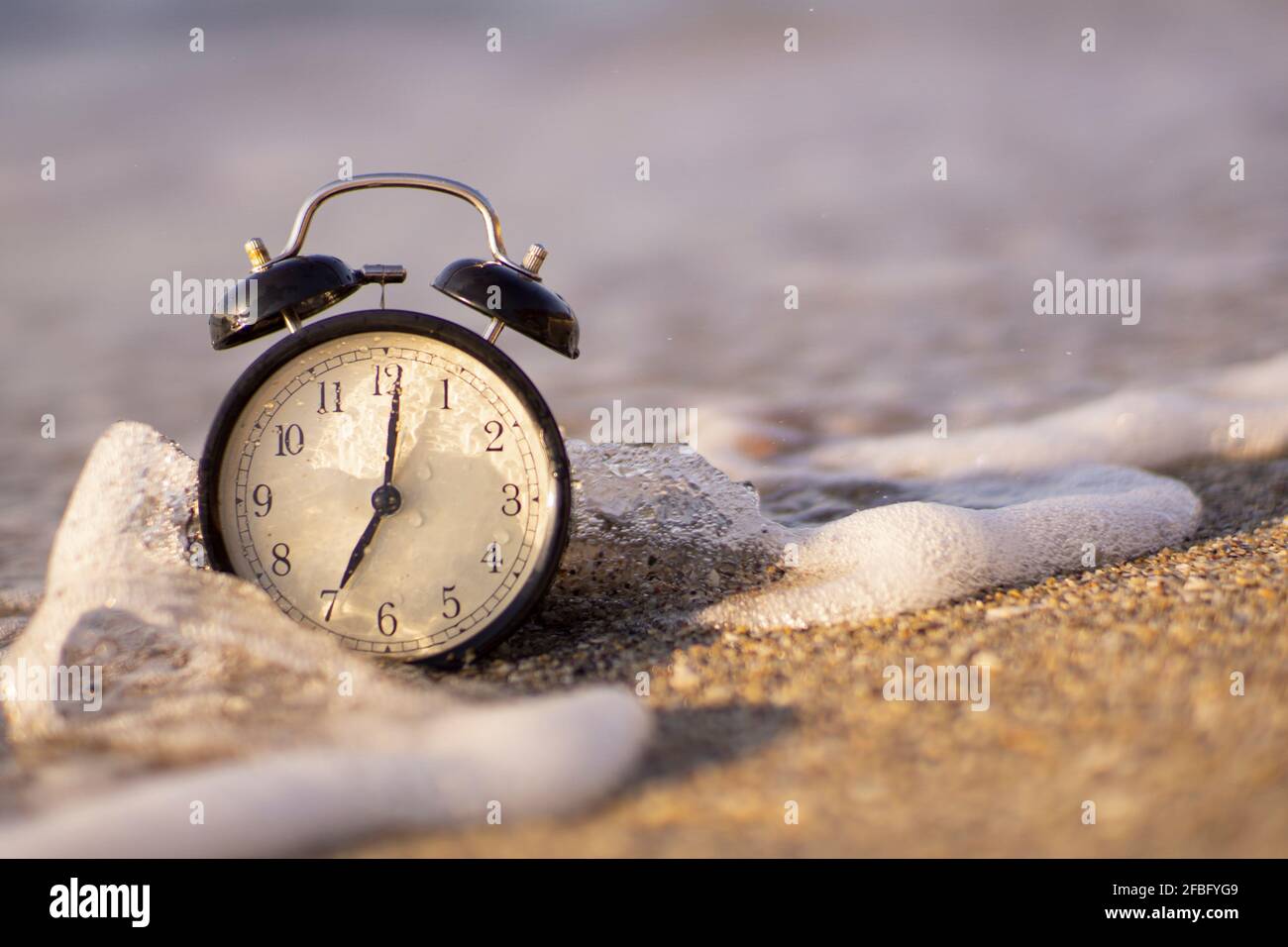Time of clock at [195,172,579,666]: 7:01
